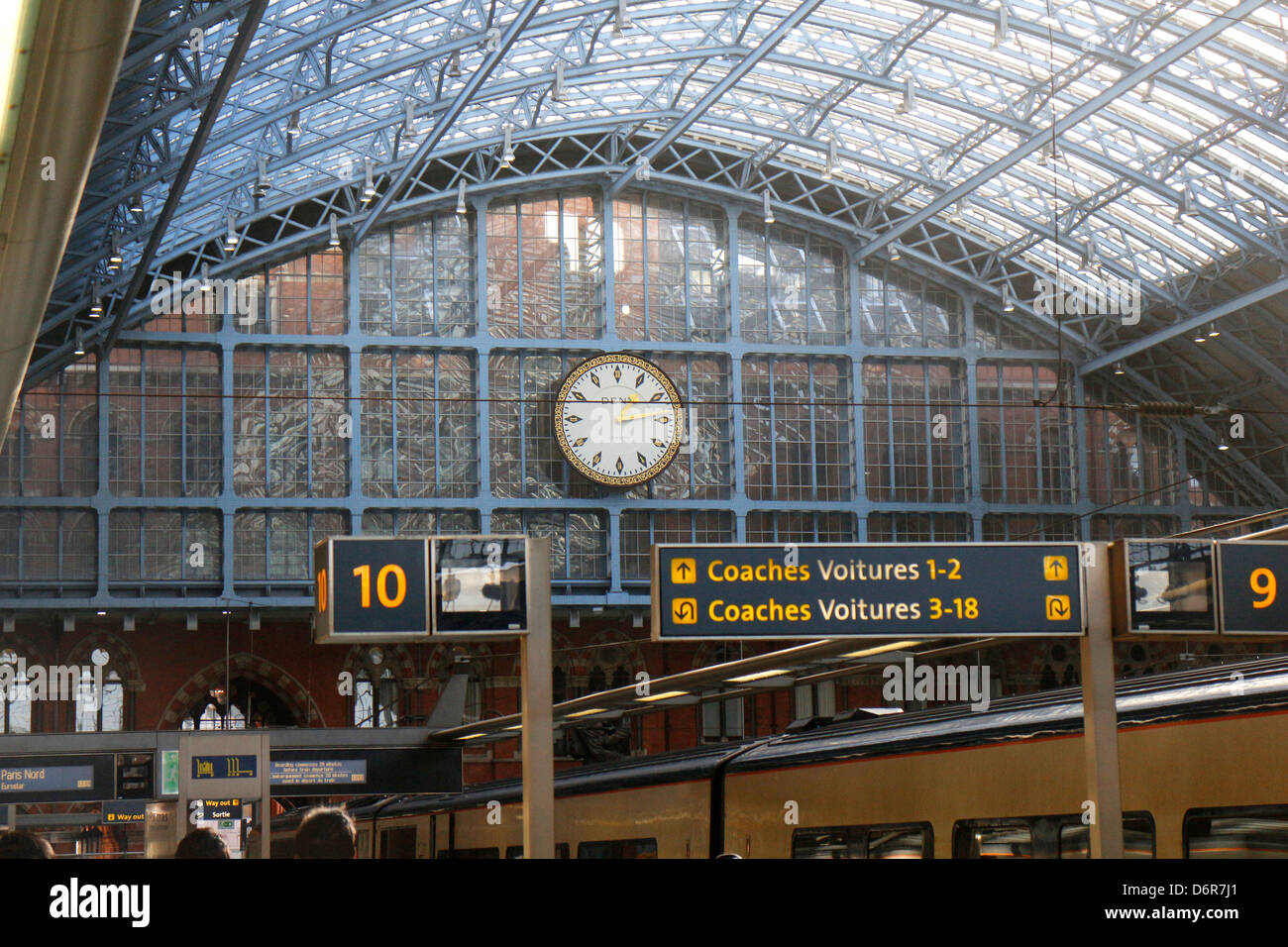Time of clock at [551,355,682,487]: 1:13
